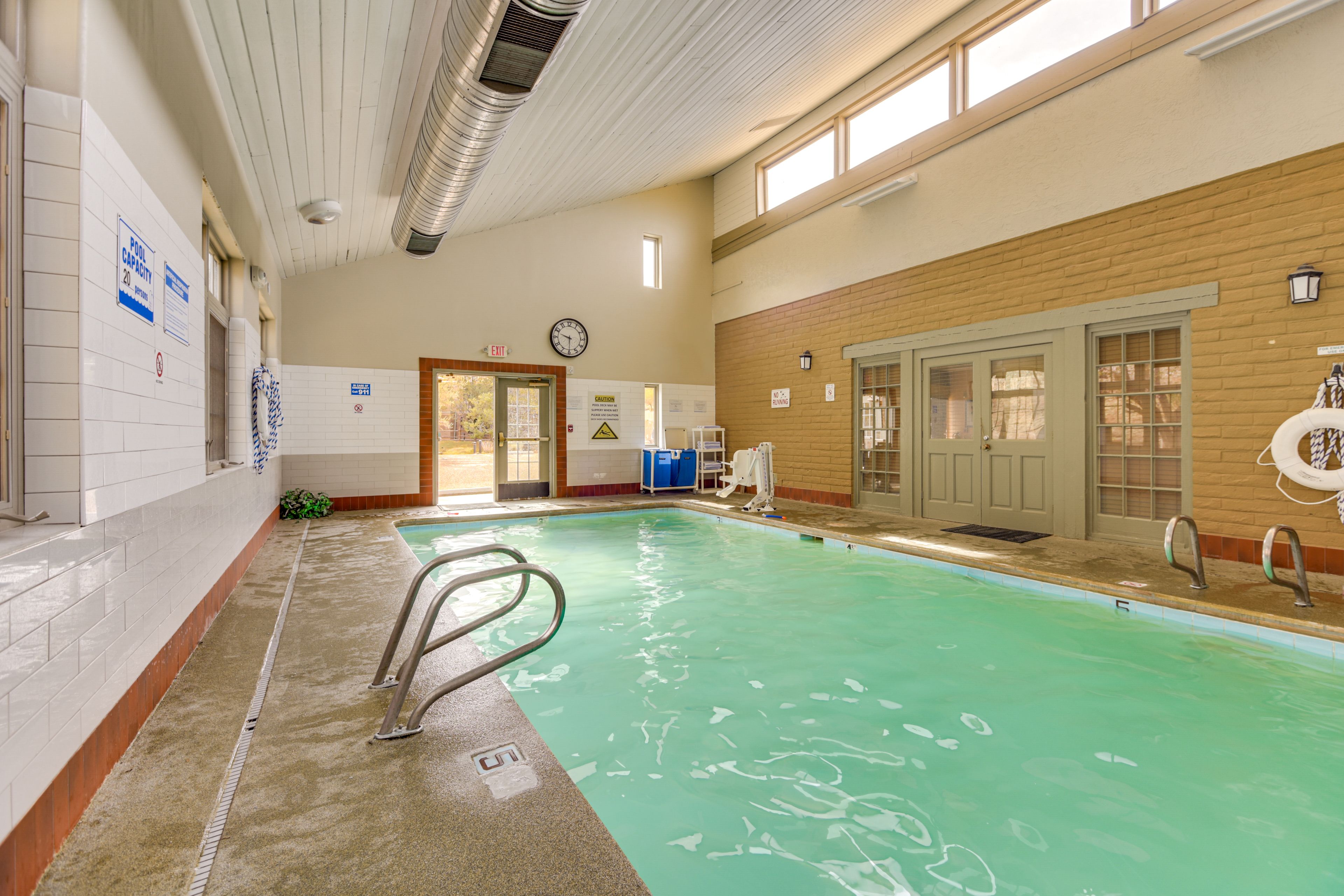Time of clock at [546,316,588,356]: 9:29
